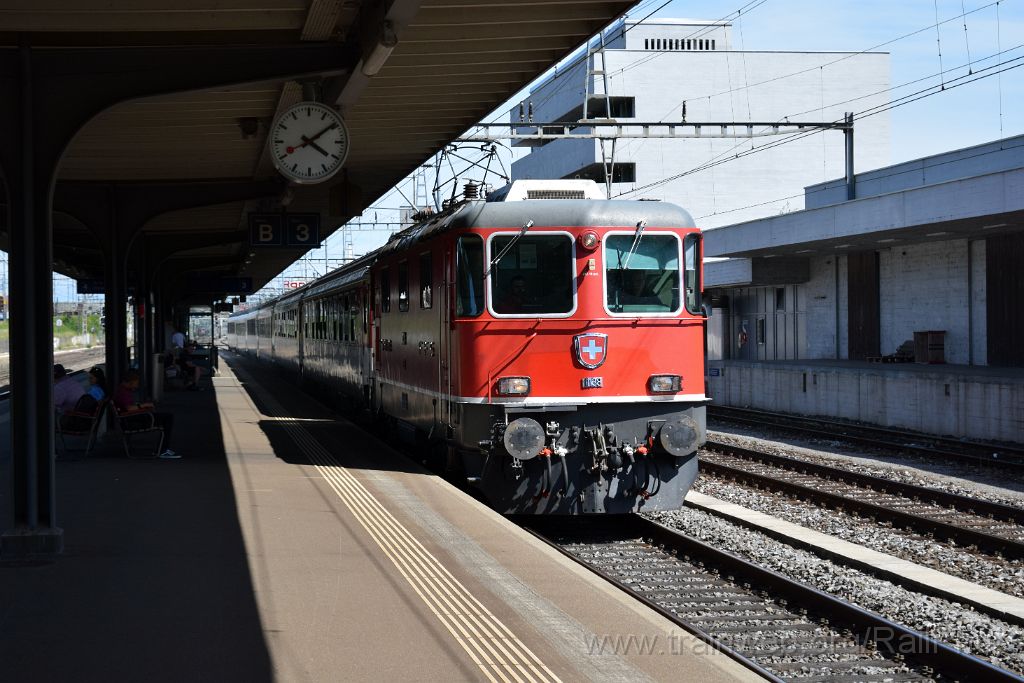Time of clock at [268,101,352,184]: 4:09
